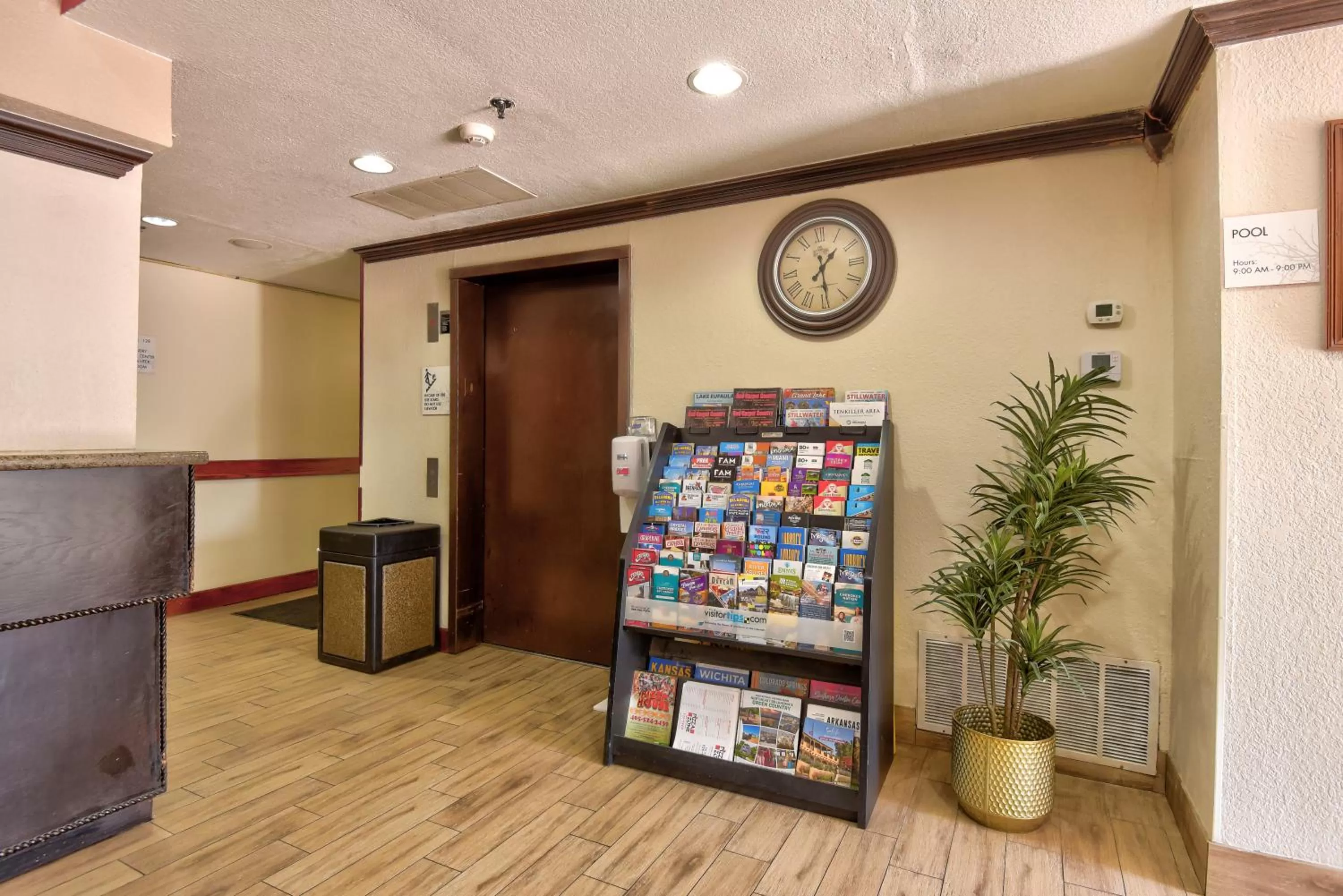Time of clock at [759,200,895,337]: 1:29
